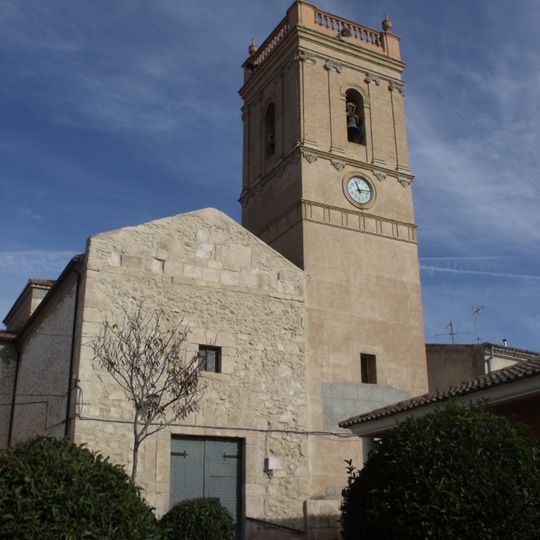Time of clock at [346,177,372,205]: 11:13
